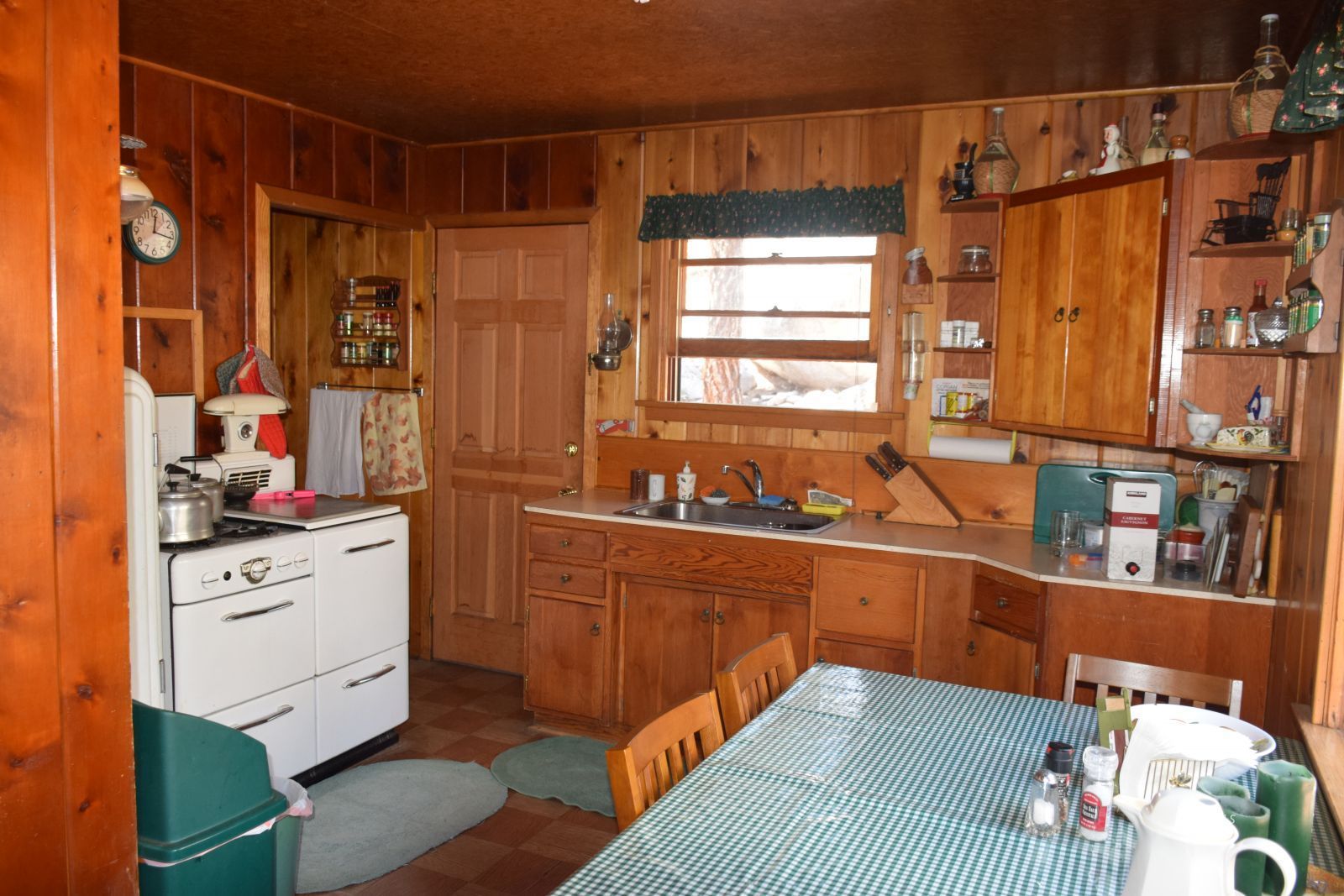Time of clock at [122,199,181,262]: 12:16
